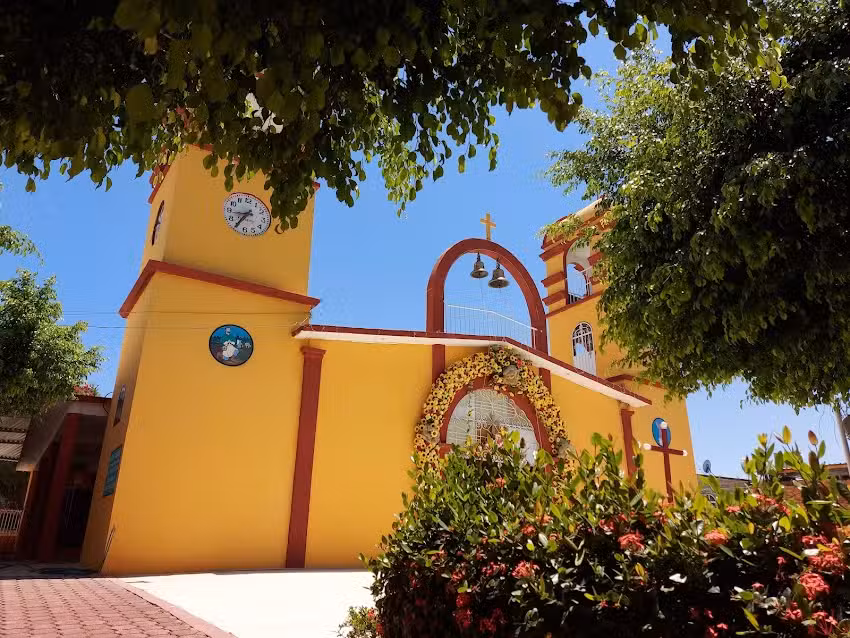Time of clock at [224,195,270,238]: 8:35
